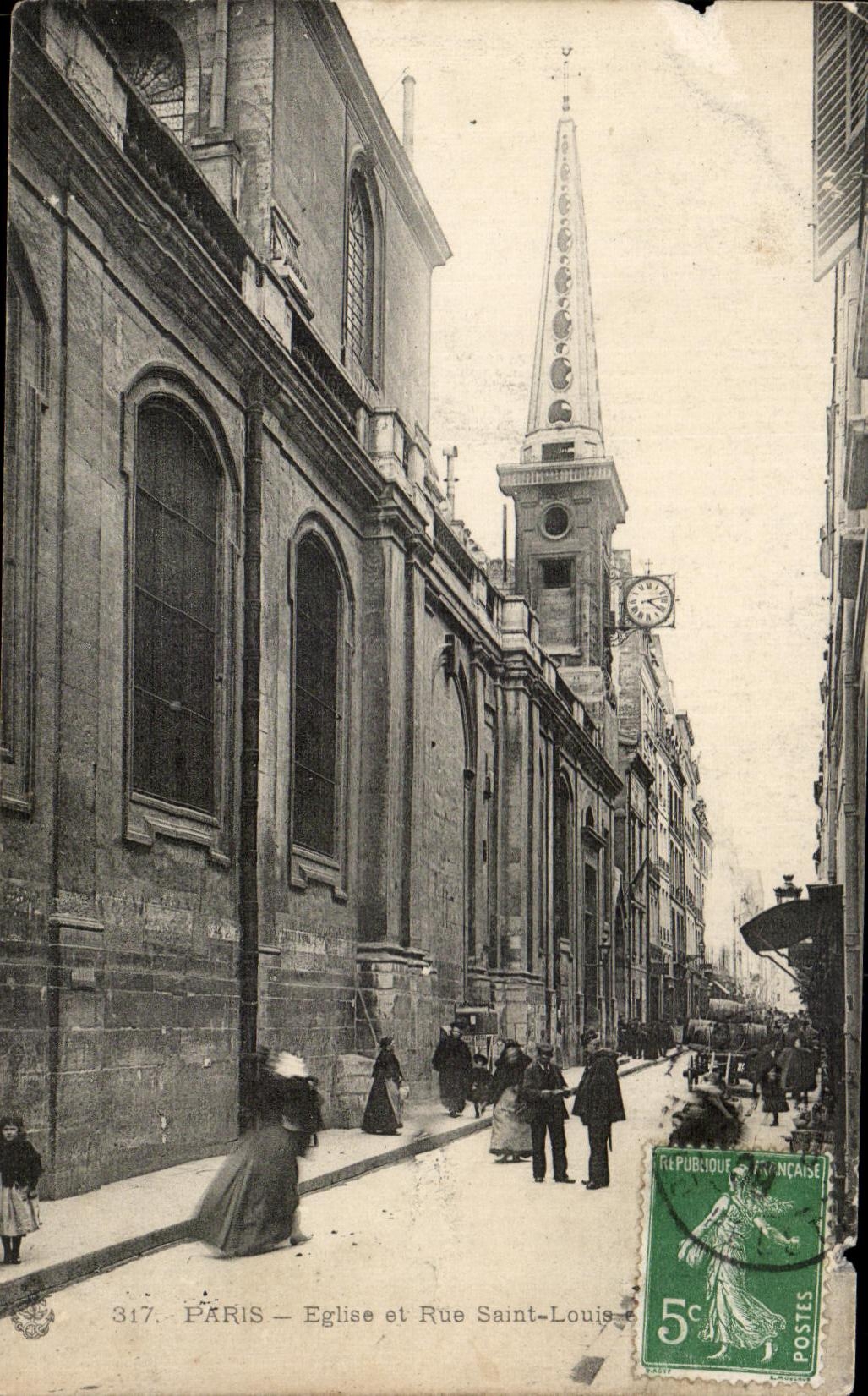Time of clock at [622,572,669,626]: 4:12
